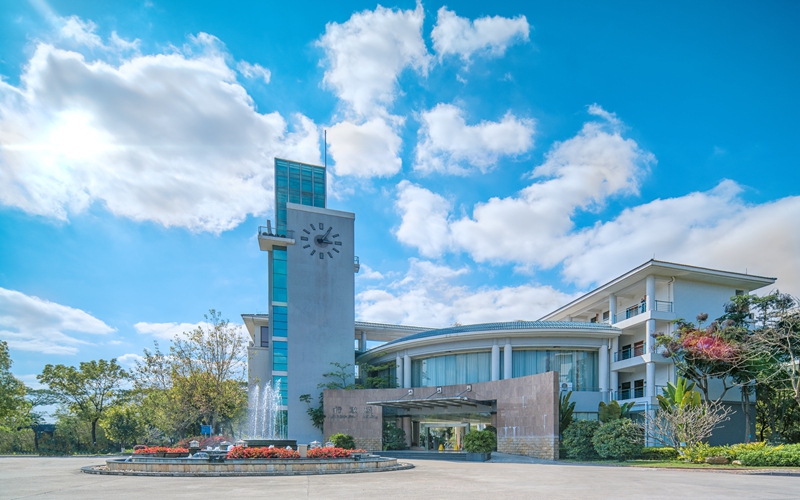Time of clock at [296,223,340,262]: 3:05
